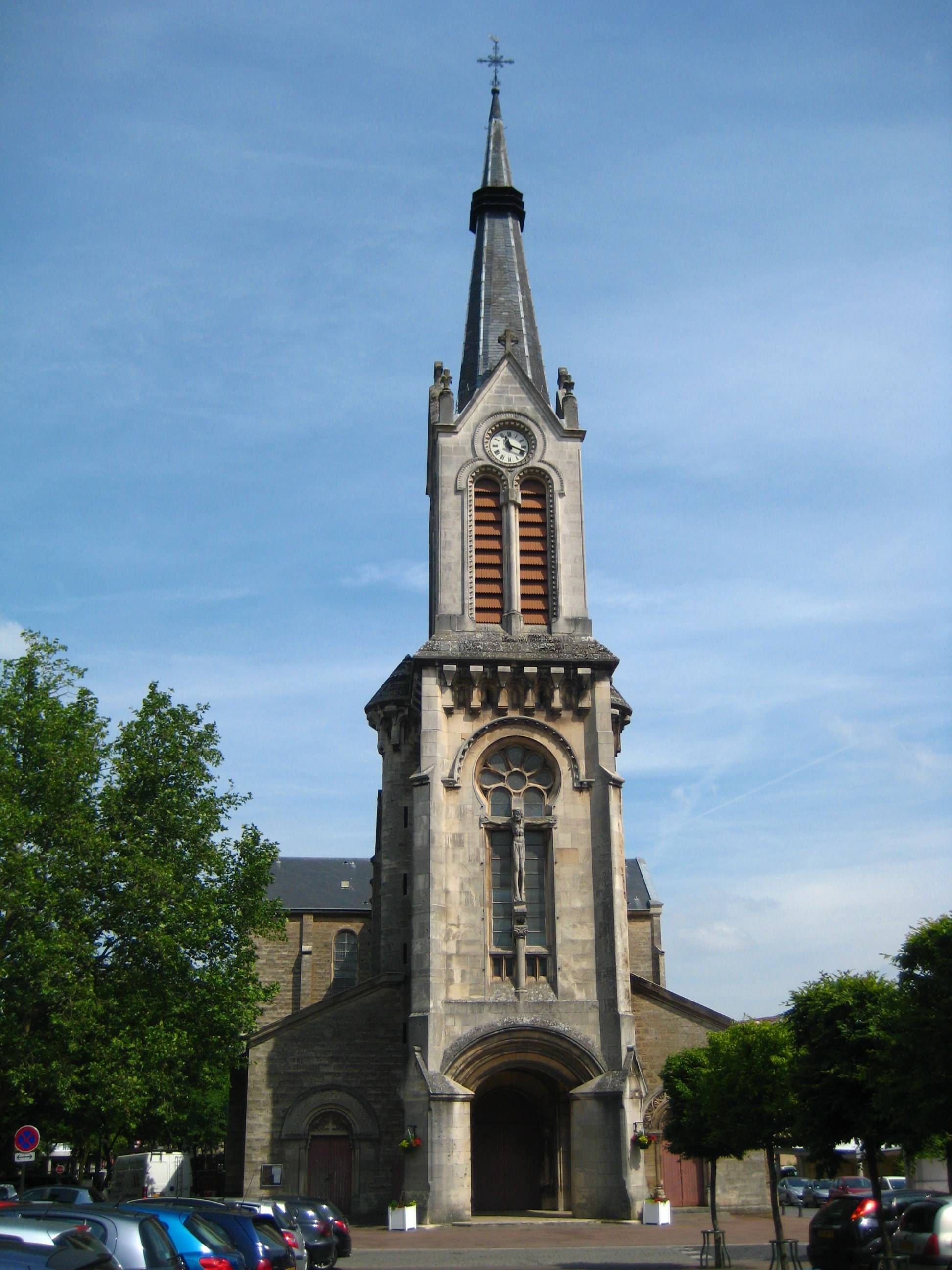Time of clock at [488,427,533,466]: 11:18
